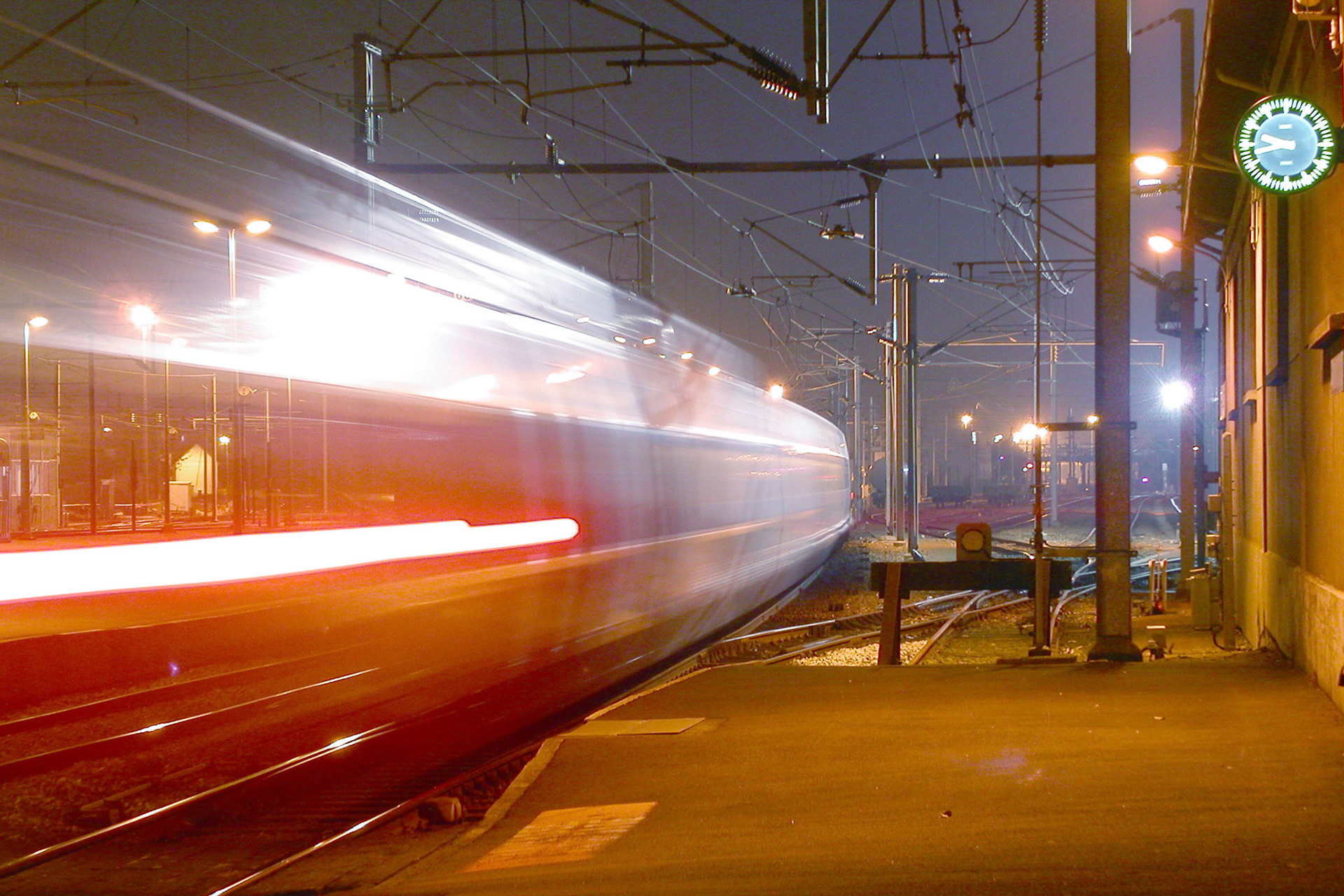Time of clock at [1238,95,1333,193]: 9:42
